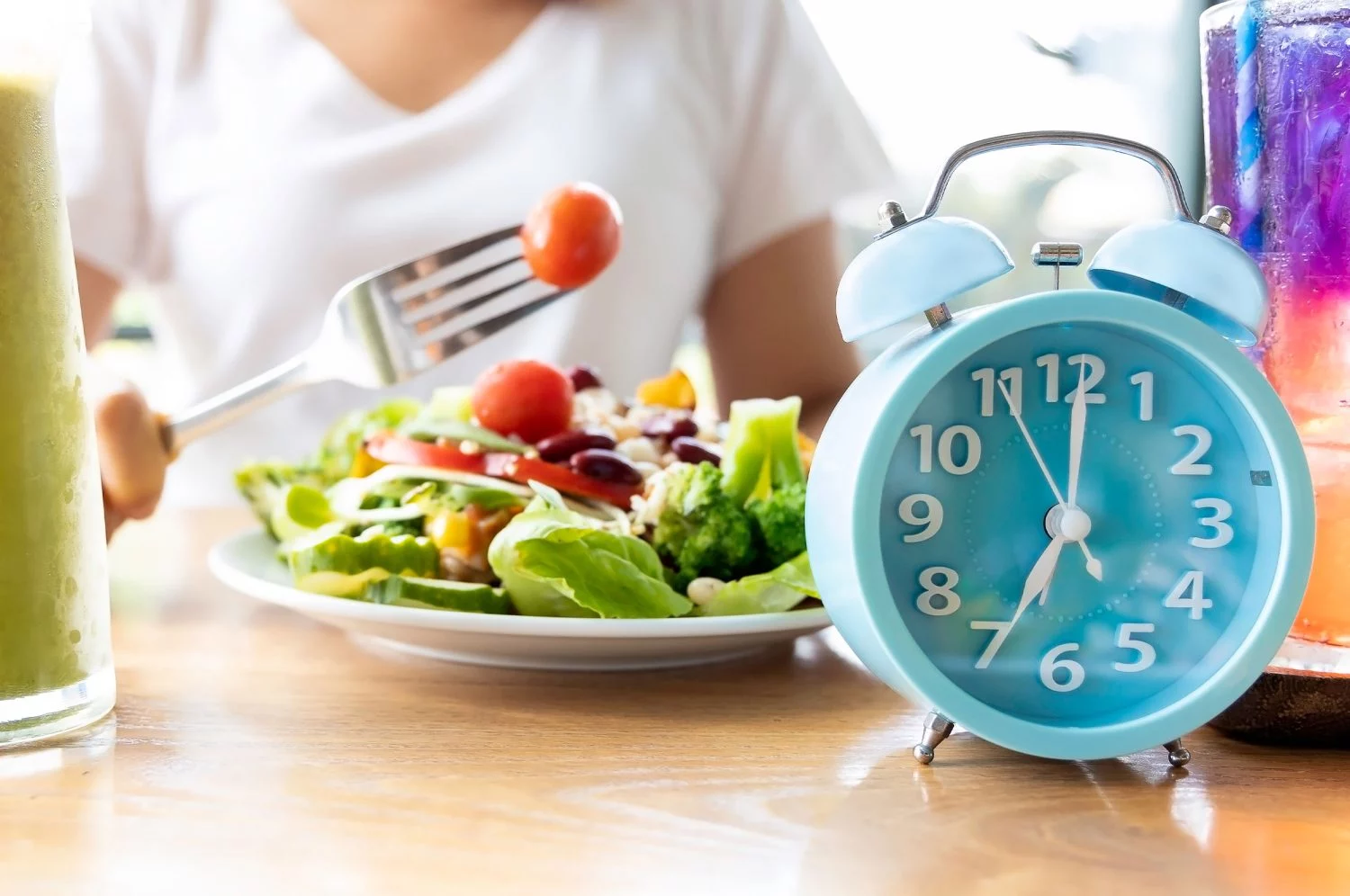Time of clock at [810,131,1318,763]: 7:00
